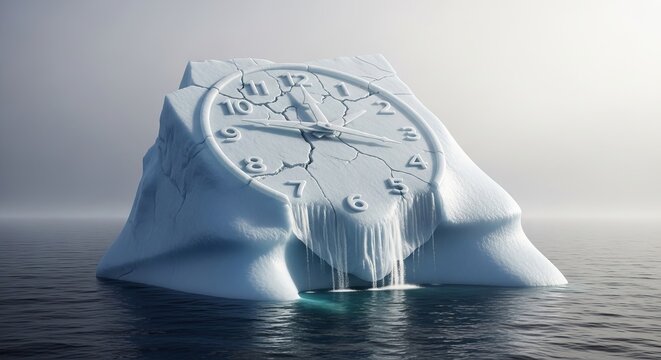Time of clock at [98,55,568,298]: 11:46
